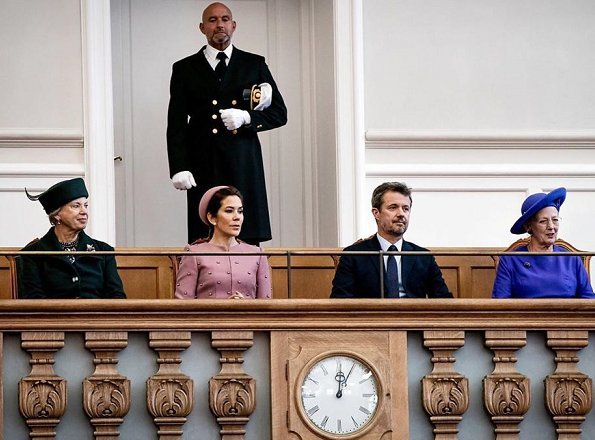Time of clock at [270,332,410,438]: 12:04
